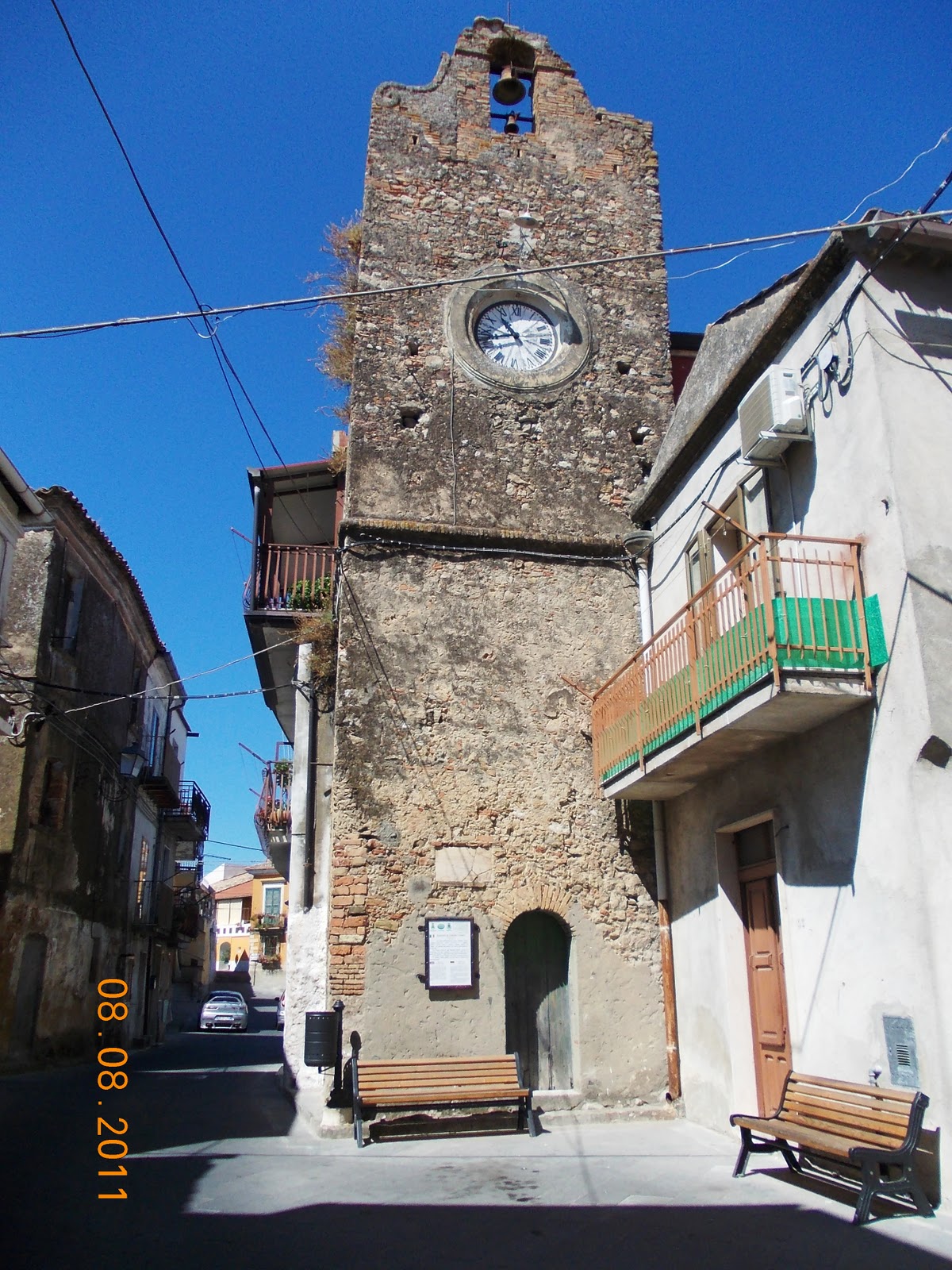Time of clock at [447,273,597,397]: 10:42
